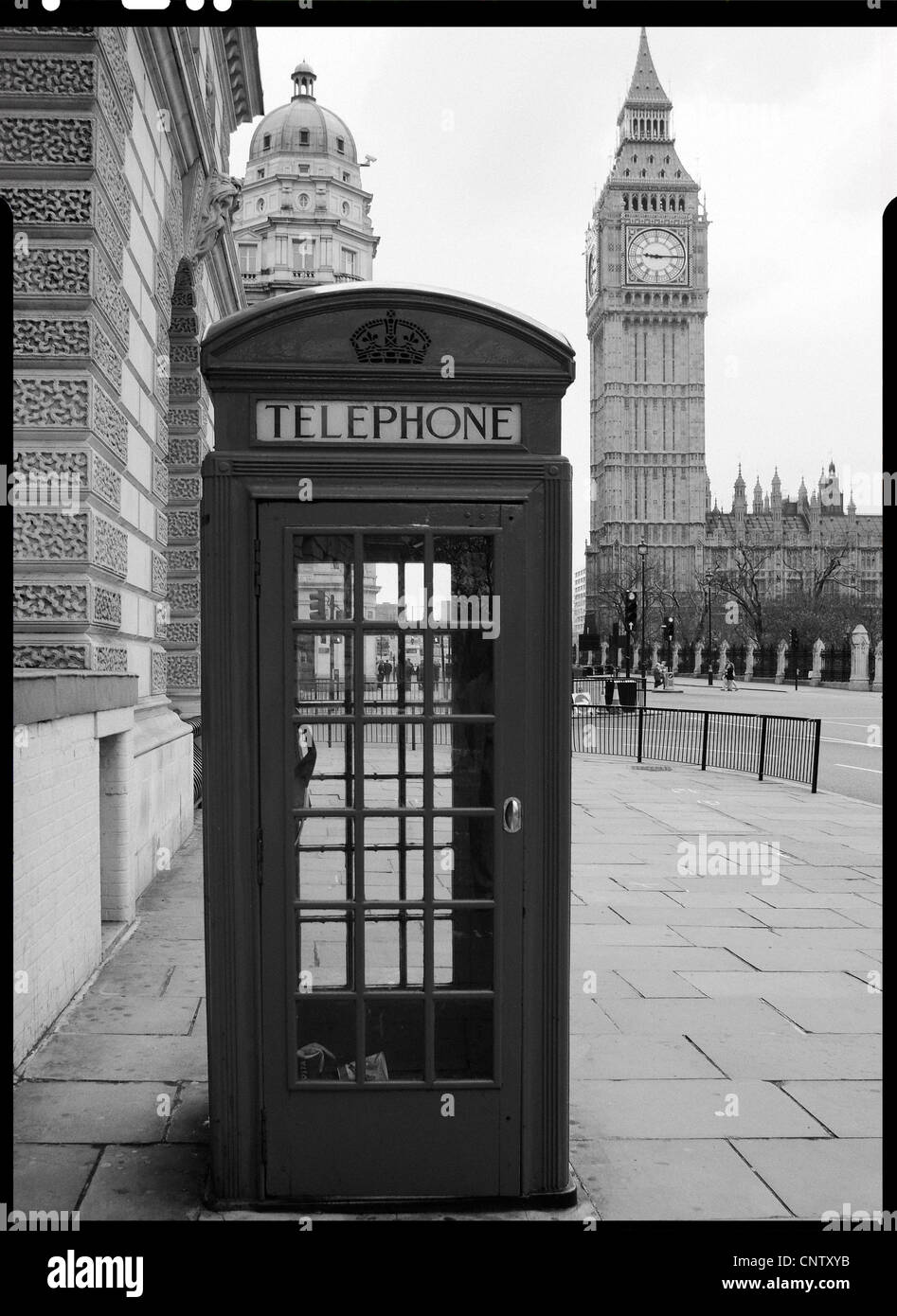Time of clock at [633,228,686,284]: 9:14
